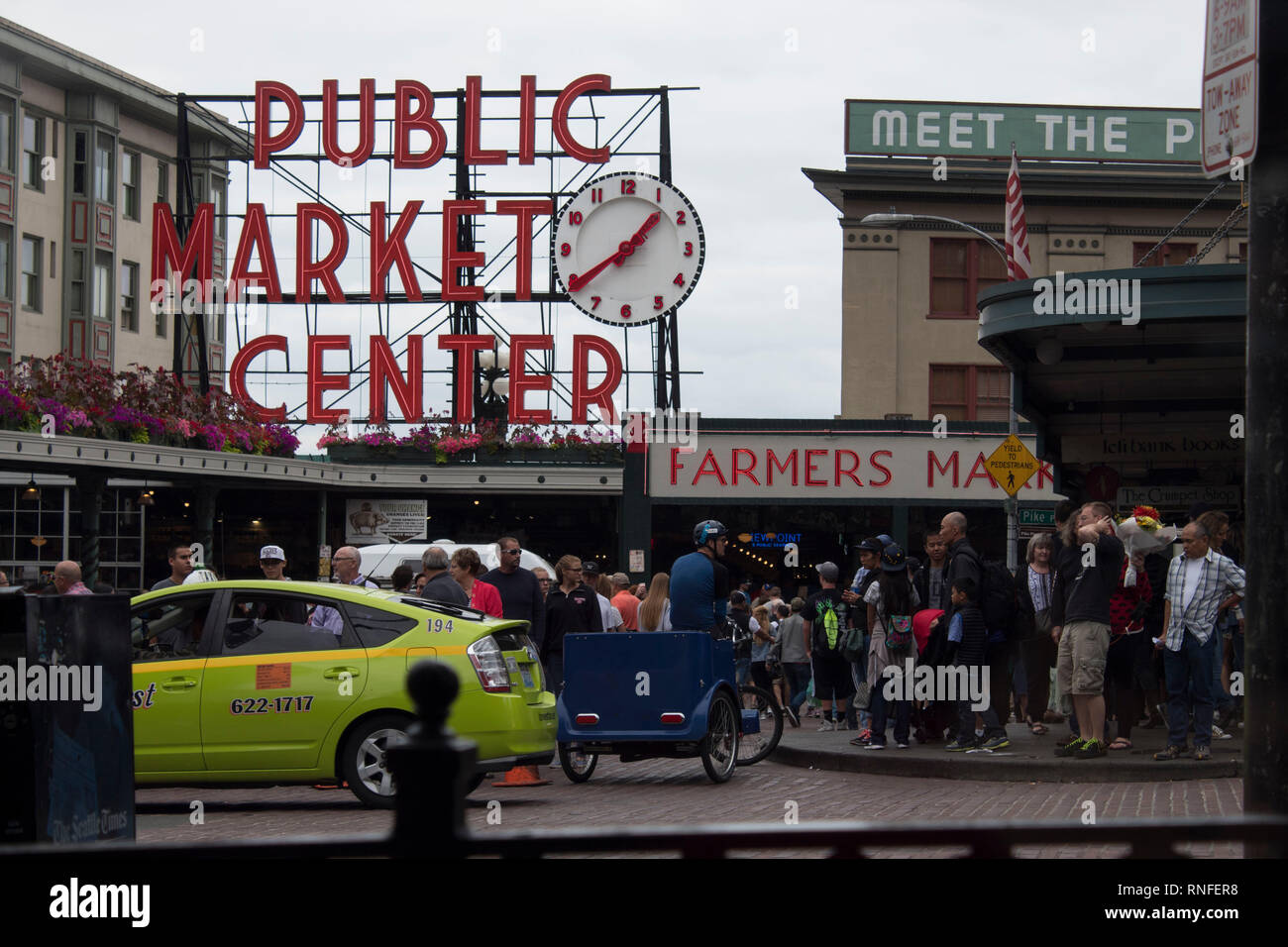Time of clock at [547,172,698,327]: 1:39
